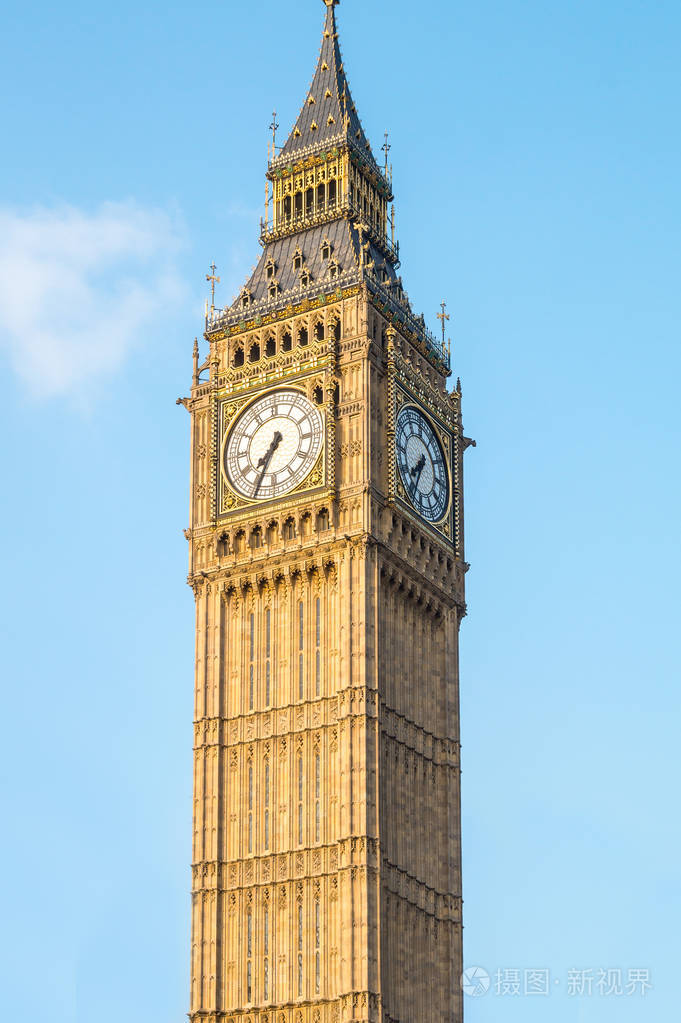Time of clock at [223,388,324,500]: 7:34
